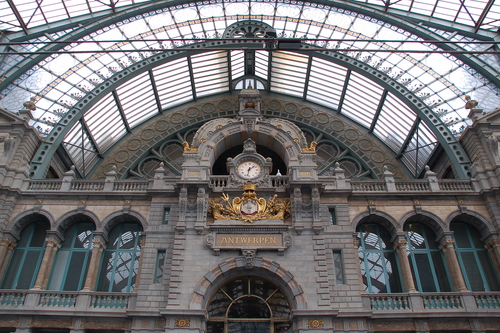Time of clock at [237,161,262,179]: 1:32
